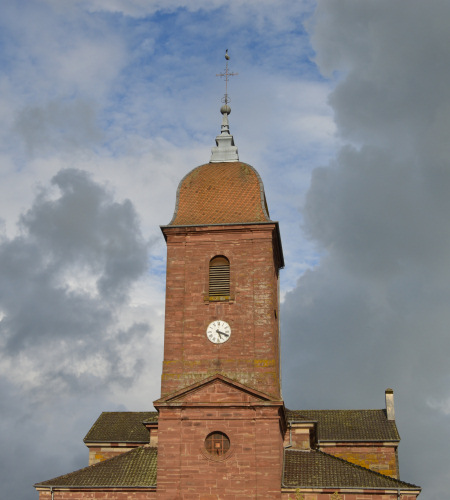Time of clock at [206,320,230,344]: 5:18
